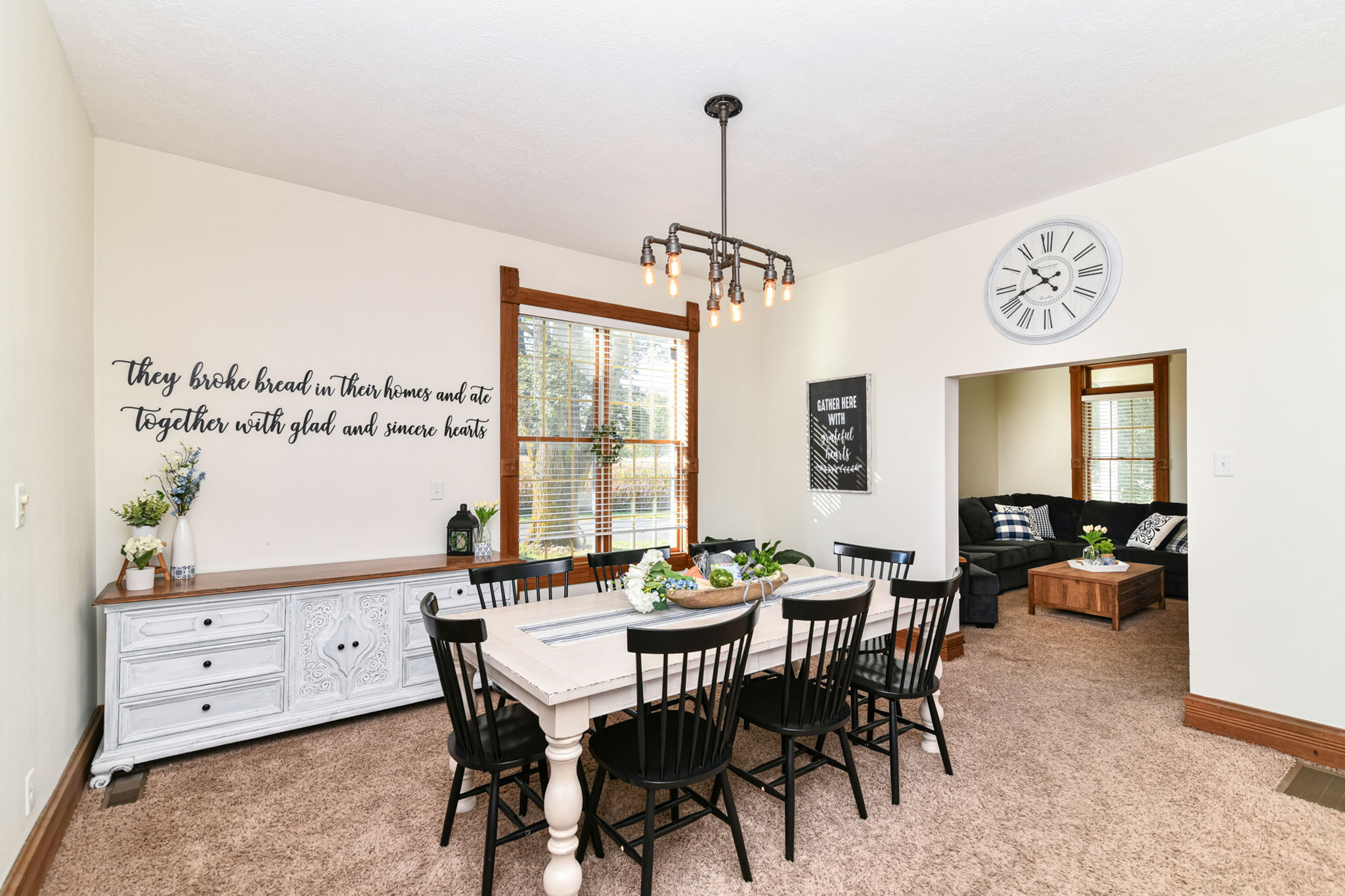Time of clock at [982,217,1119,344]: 10:41
